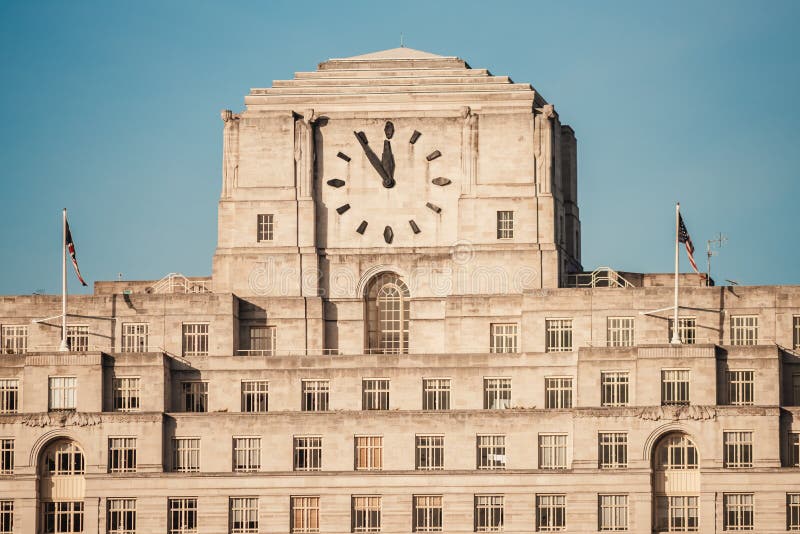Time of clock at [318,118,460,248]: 11:54
